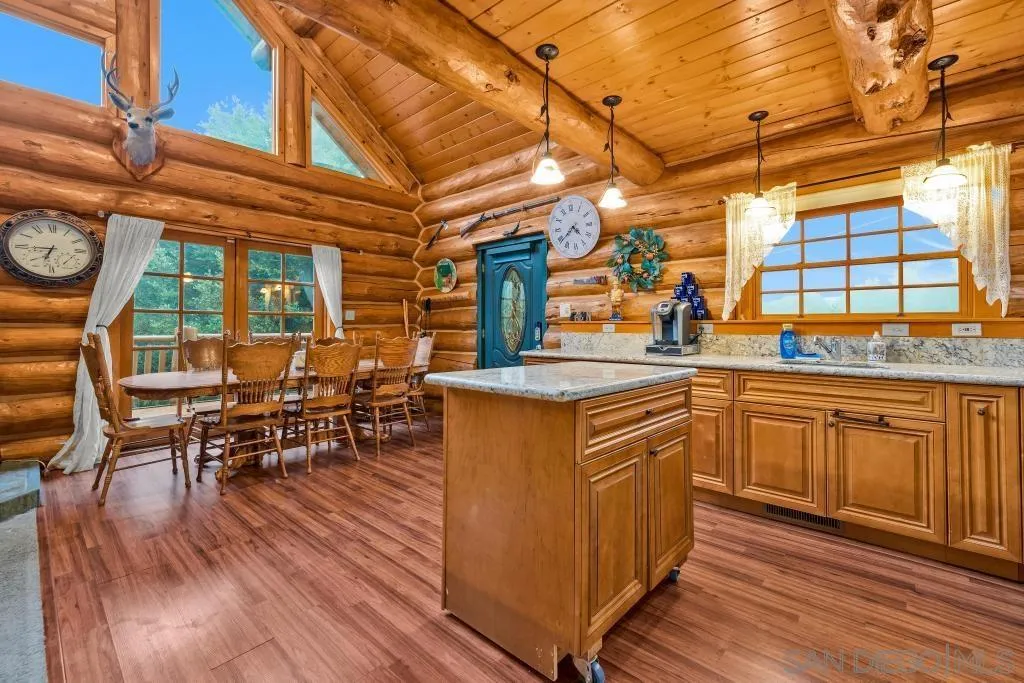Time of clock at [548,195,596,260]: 4:38
